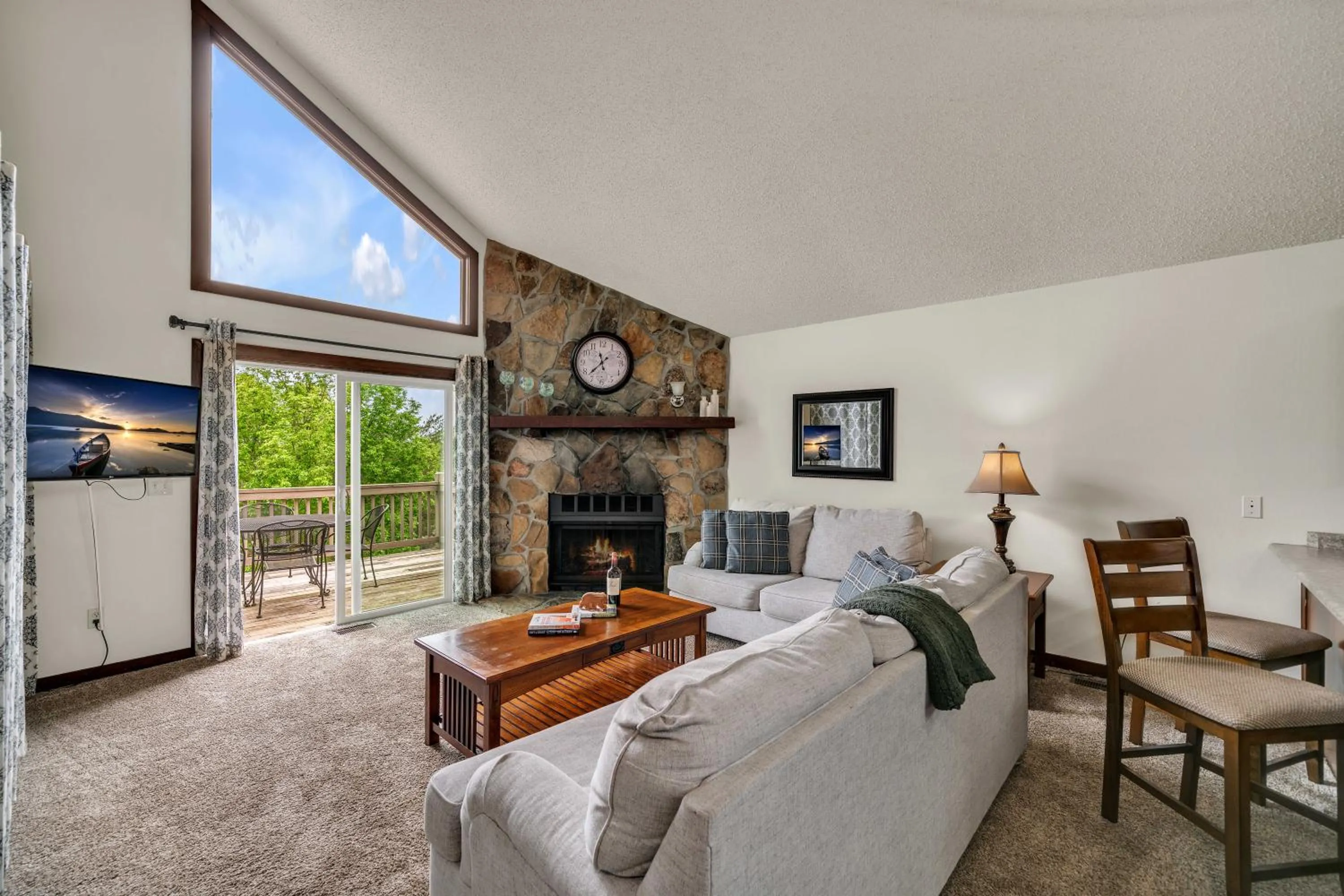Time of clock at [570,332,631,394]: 11:37
